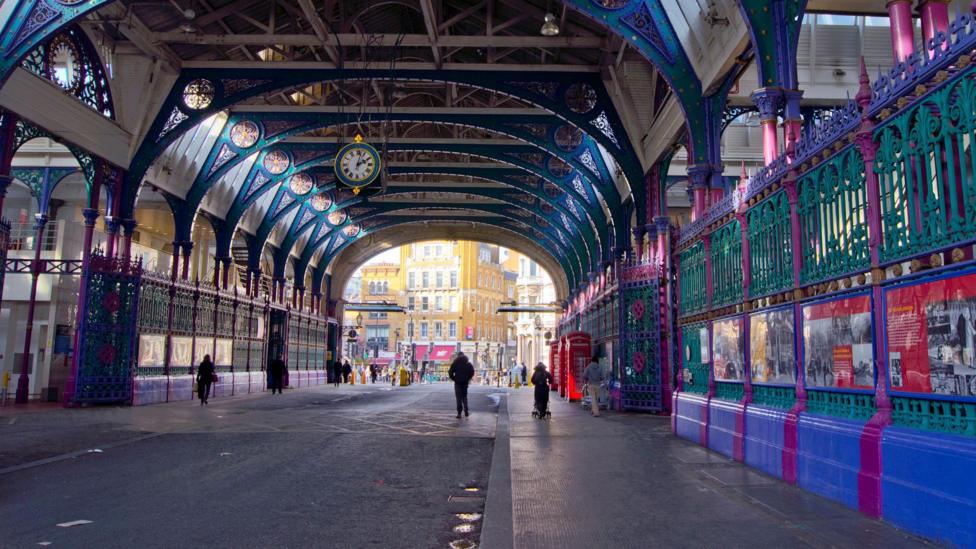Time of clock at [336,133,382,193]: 2:02
